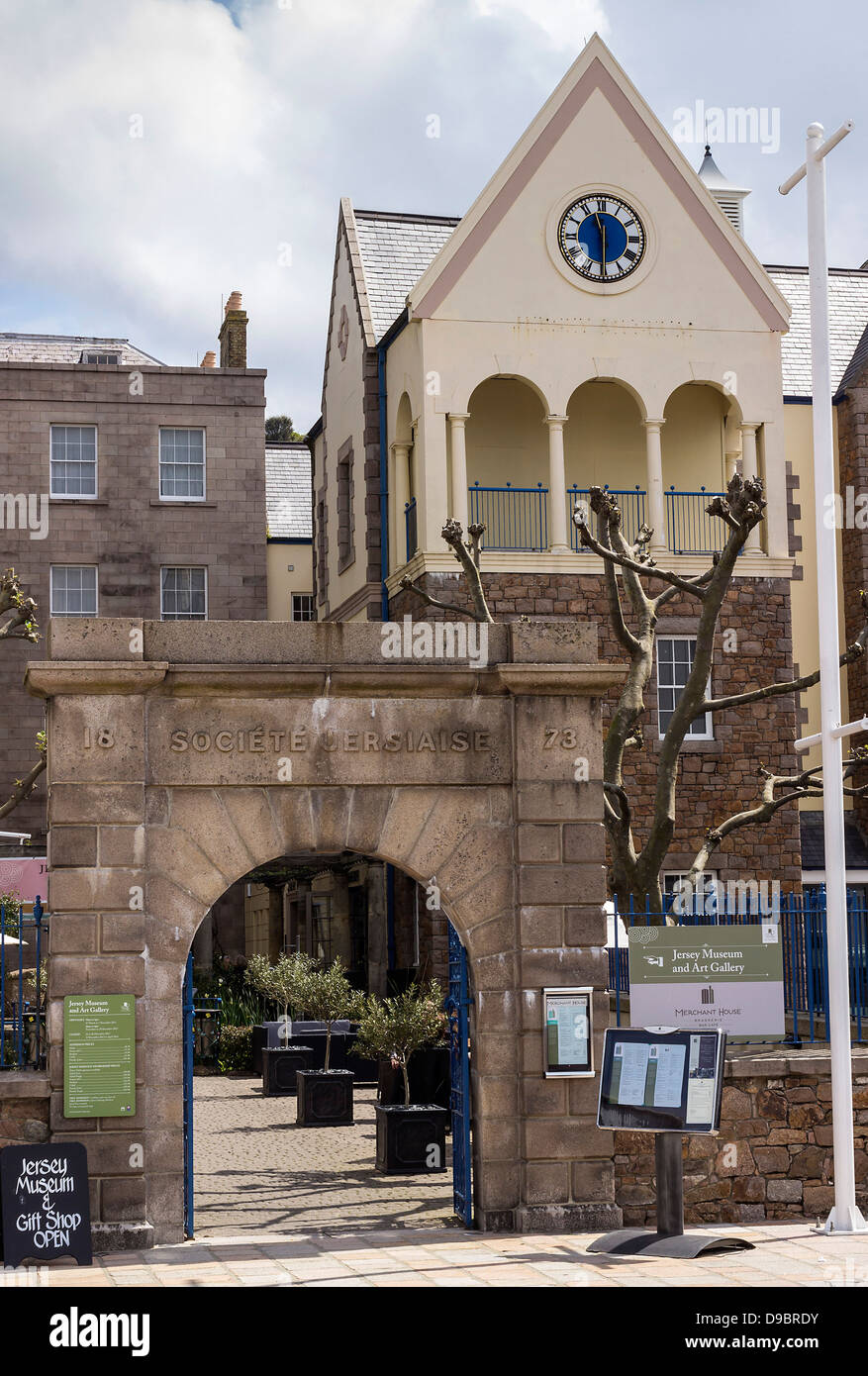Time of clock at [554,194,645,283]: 11:30
